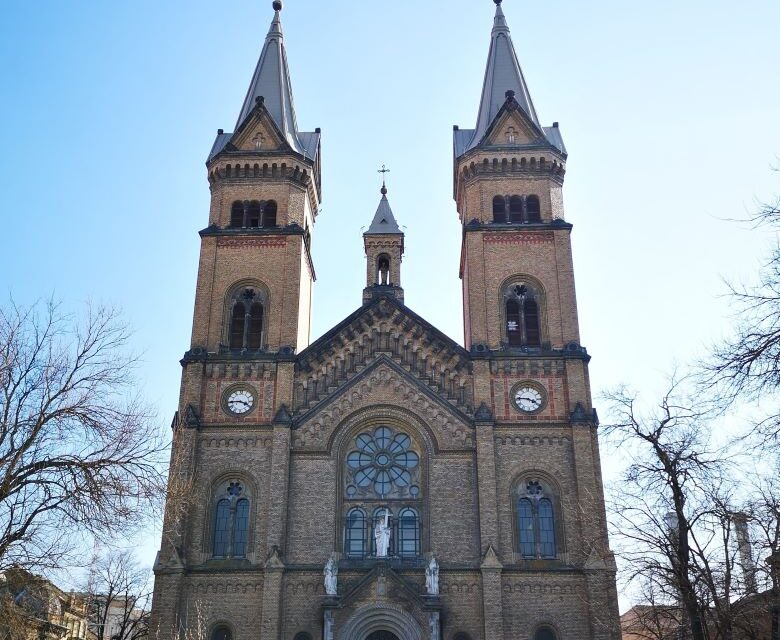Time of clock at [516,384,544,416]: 3:45
